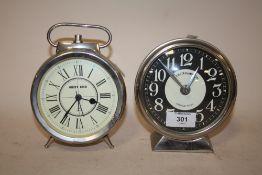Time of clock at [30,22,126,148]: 3:35
